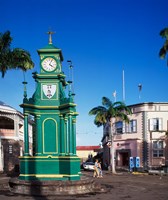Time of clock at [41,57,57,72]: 4:04
